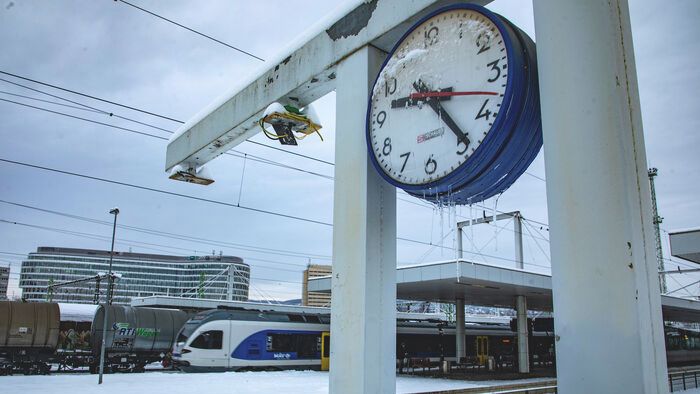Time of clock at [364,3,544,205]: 9:24
